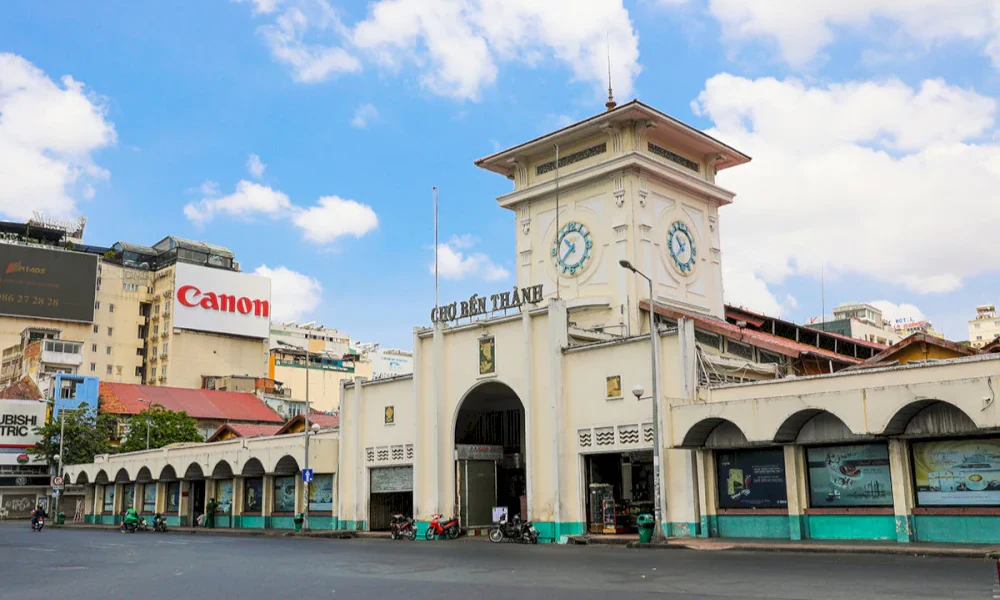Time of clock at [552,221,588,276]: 10:38
